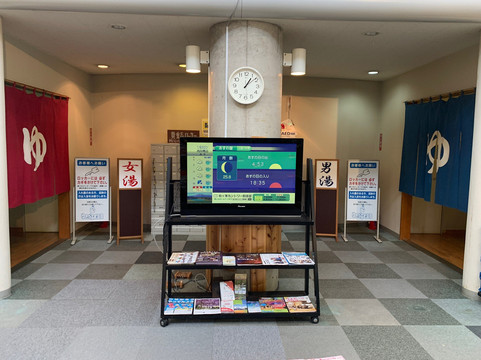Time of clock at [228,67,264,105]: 1:08
